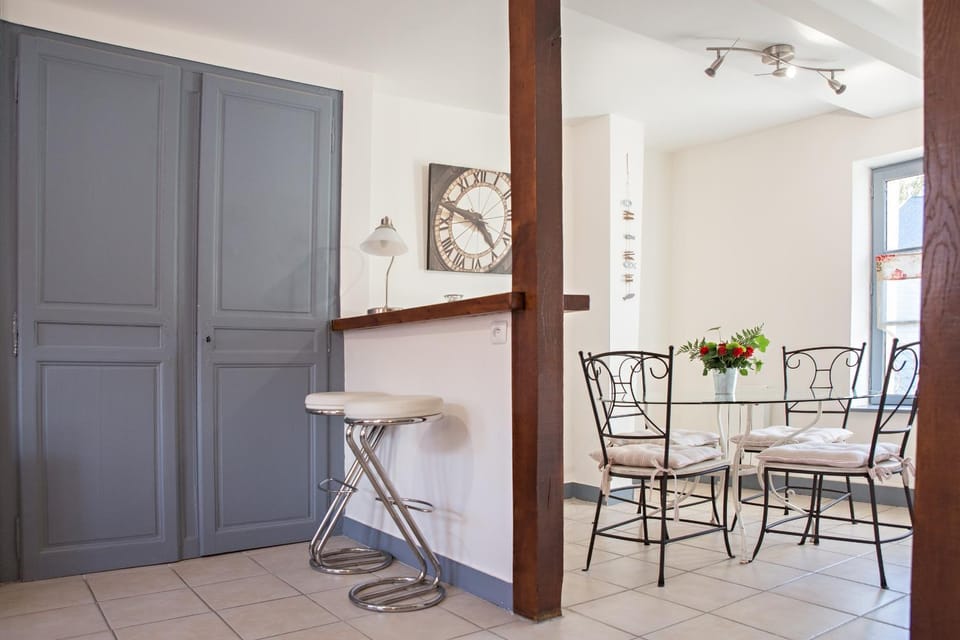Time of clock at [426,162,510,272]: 4:48
